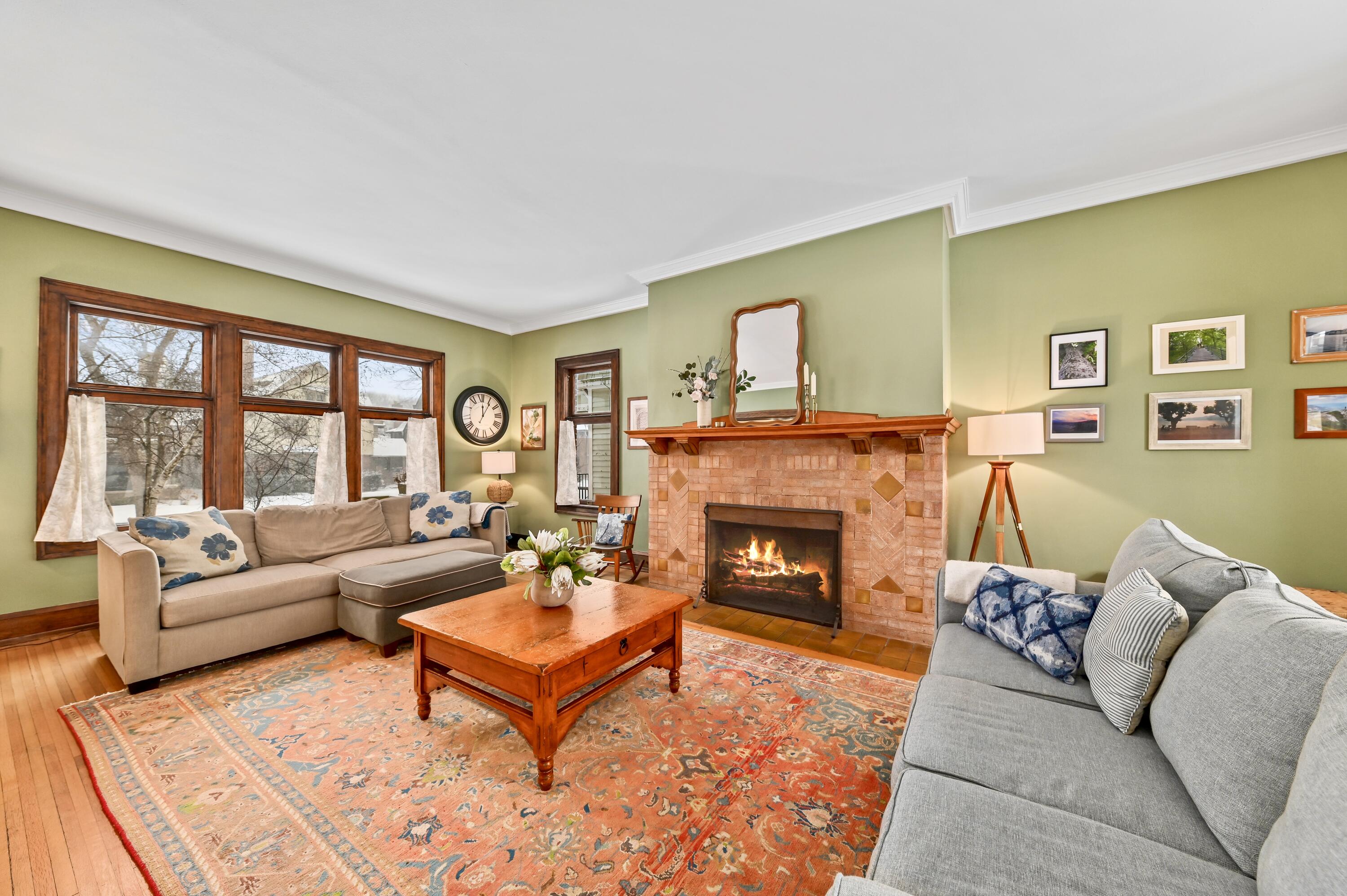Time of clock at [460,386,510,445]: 12:05
